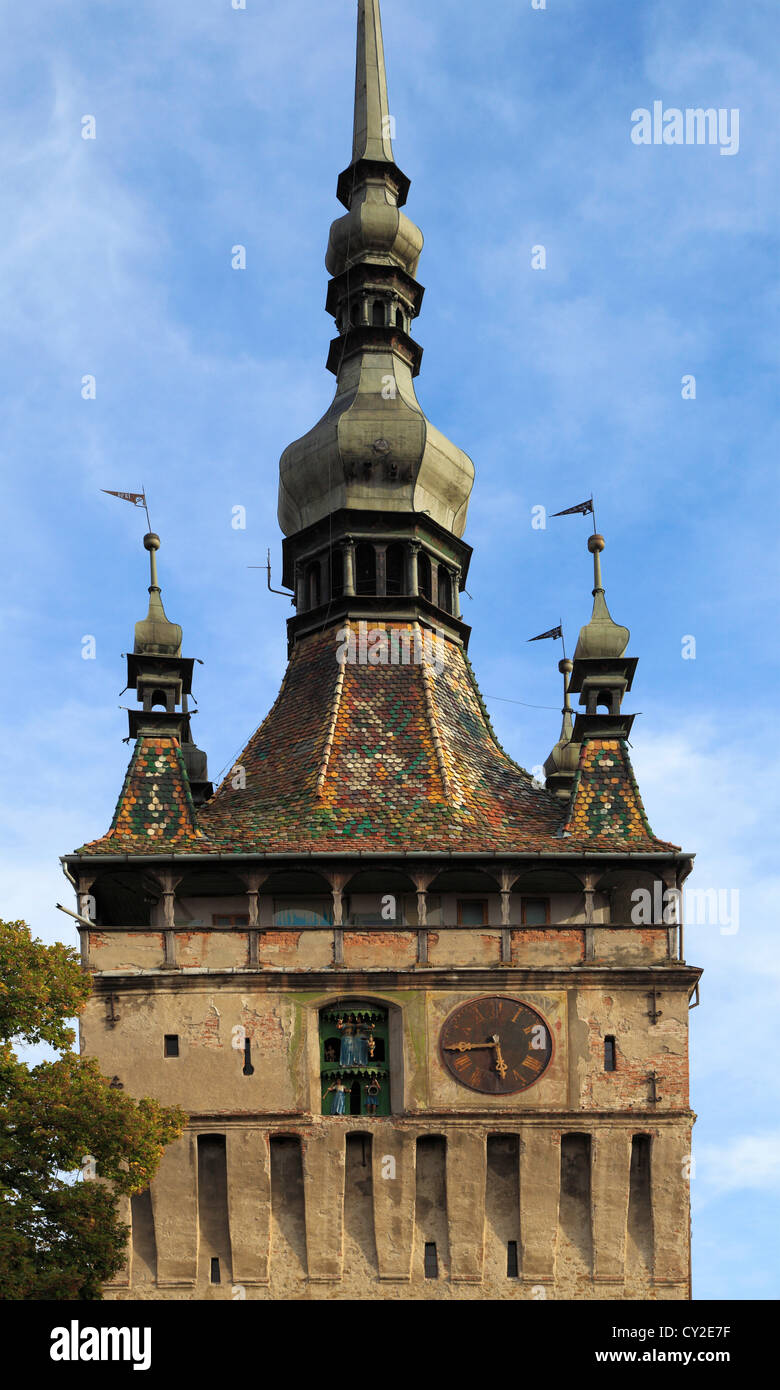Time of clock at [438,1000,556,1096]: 5:43
